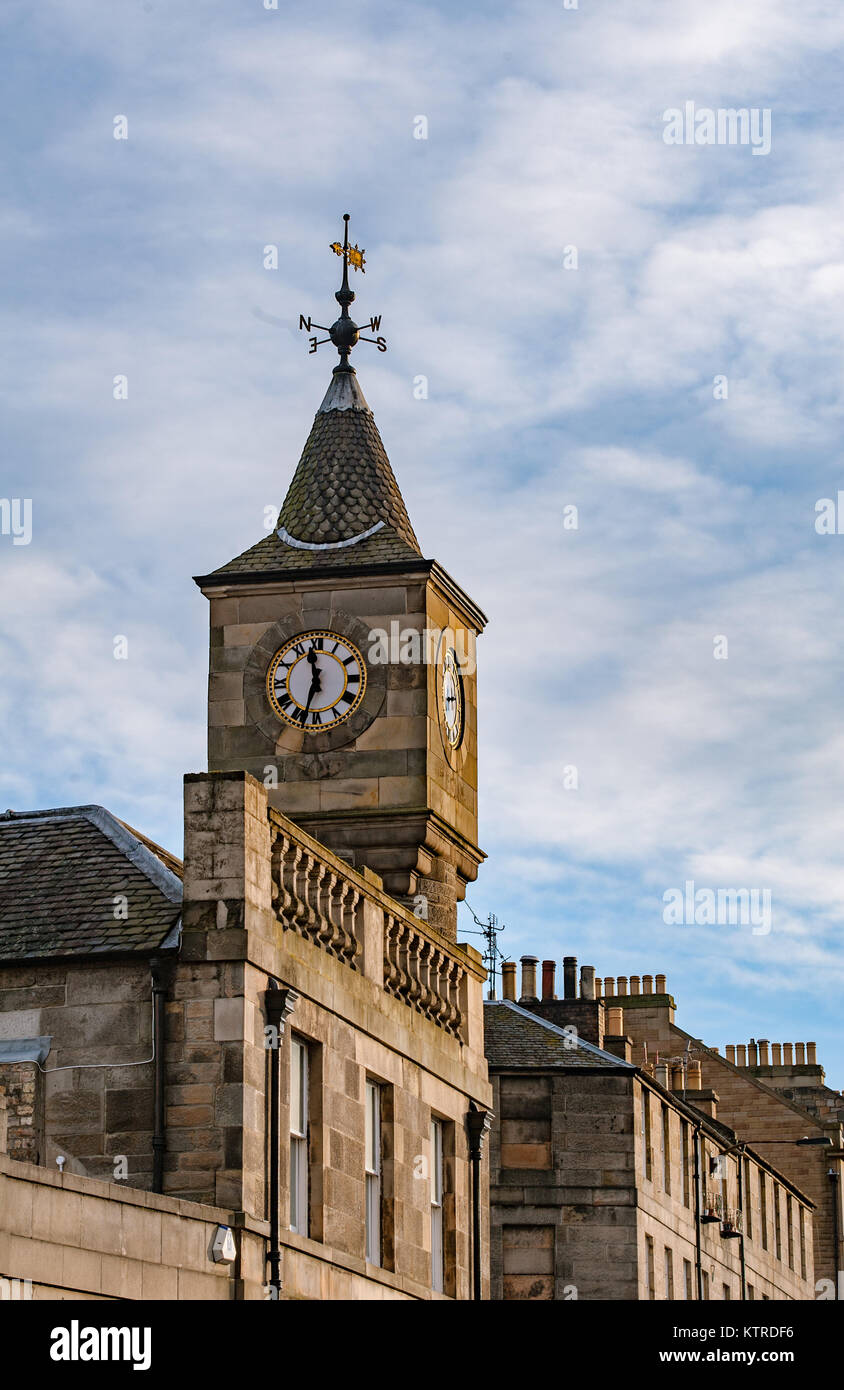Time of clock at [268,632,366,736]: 11:32
